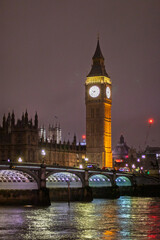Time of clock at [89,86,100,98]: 9:38
